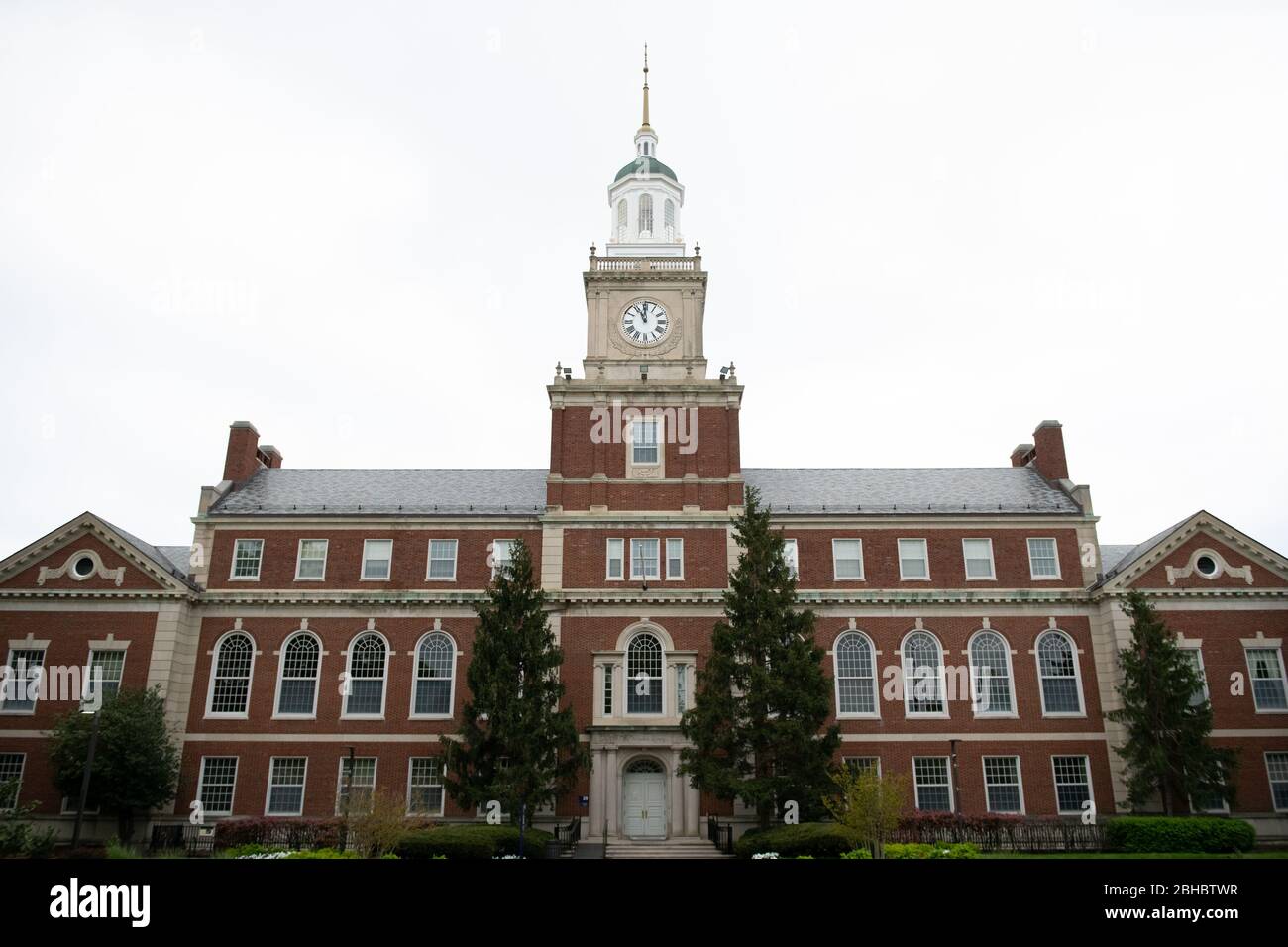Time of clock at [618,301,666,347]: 10:59
